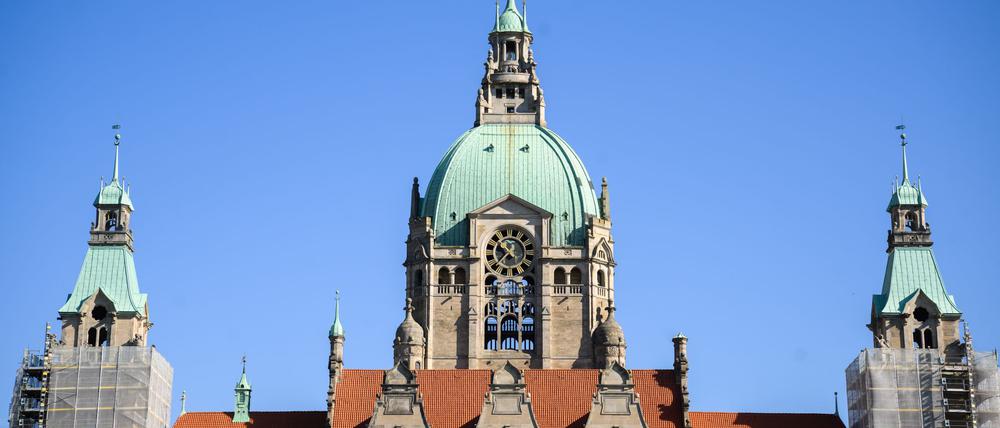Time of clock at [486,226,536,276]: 10:37
